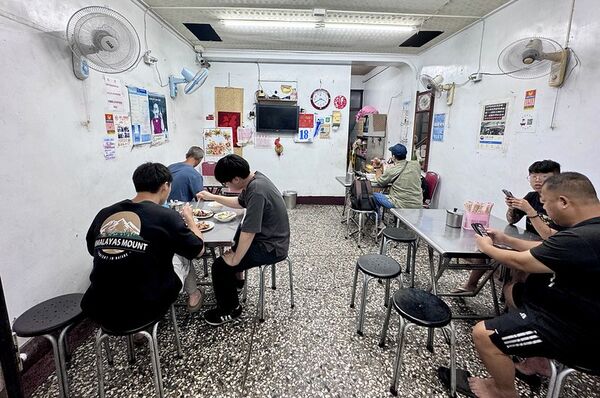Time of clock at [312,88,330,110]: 3:40
